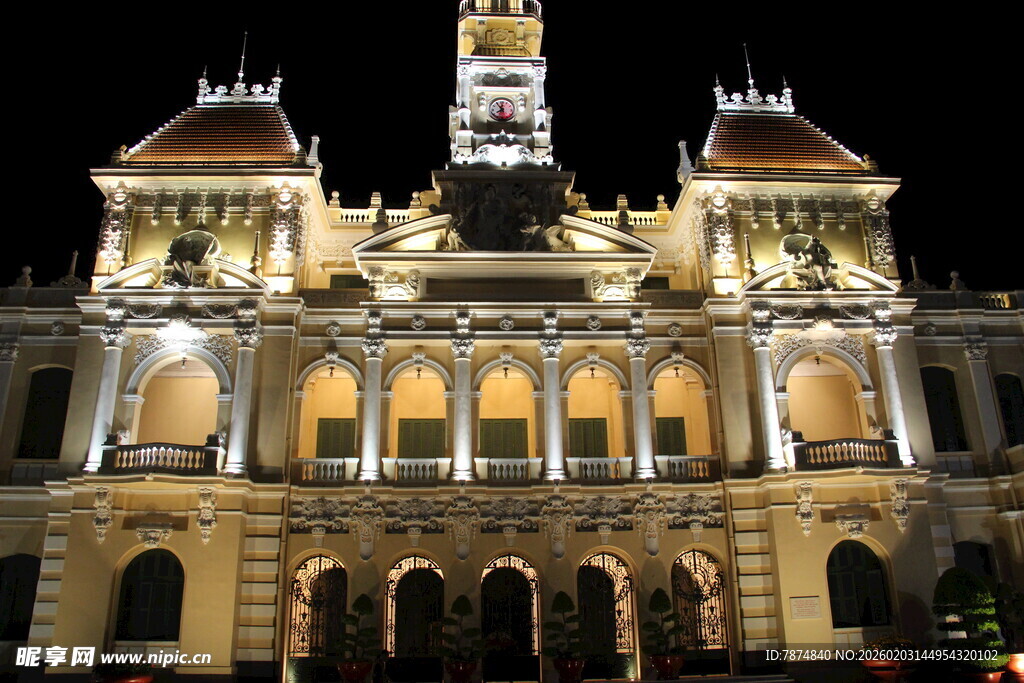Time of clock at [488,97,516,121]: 7:54
